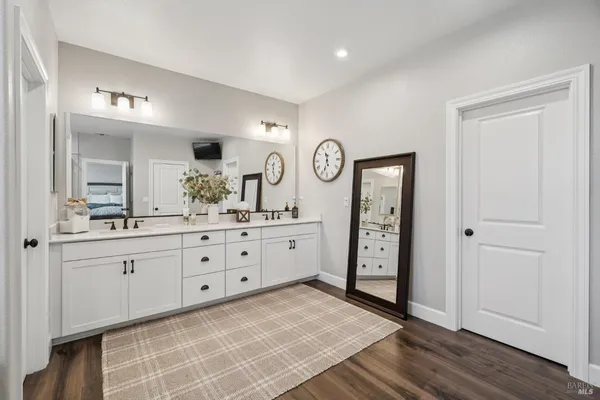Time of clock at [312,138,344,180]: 11:33
